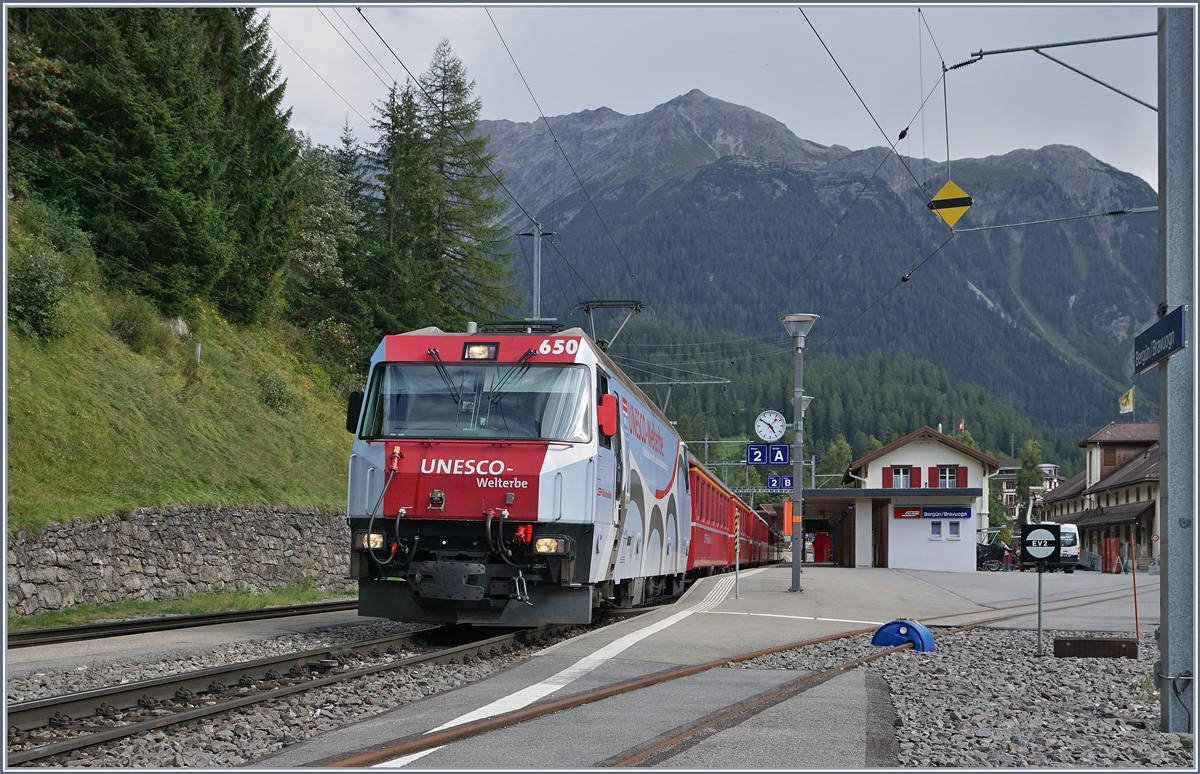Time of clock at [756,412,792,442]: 4:50
